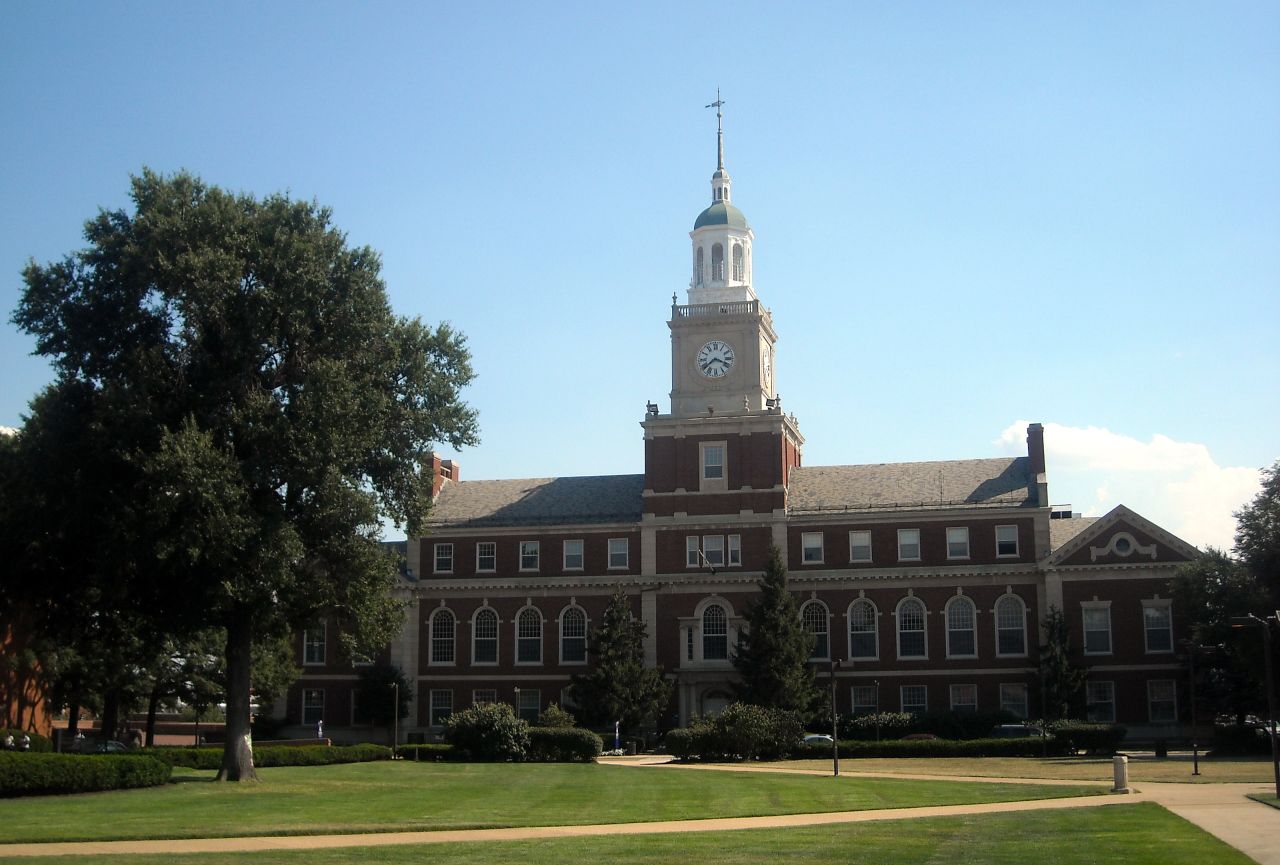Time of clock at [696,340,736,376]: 3:38
